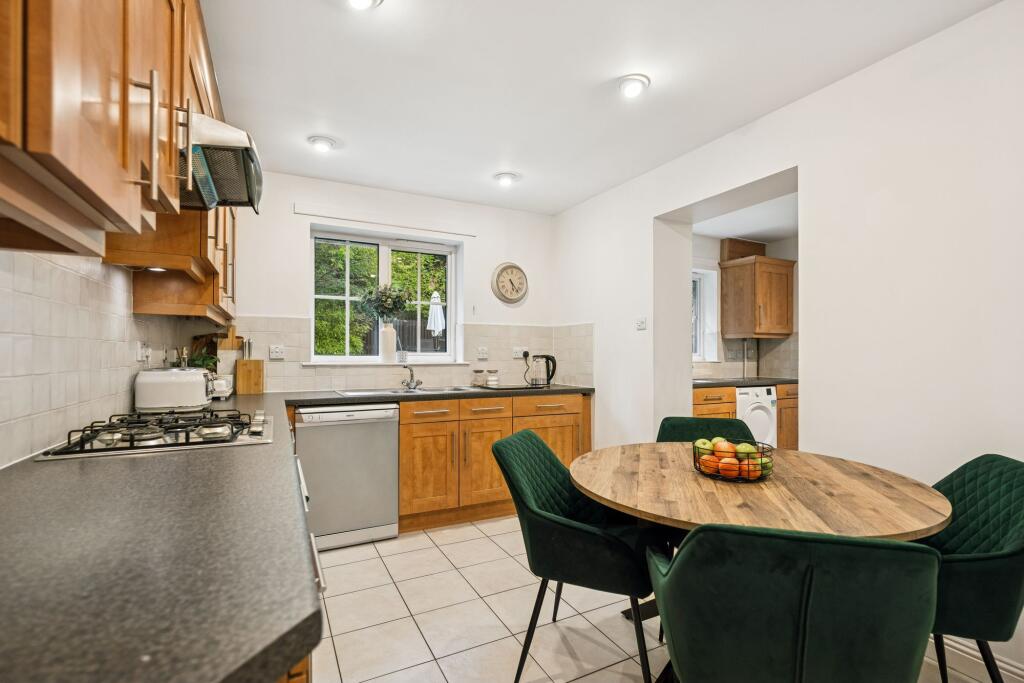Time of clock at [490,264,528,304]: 5:23
